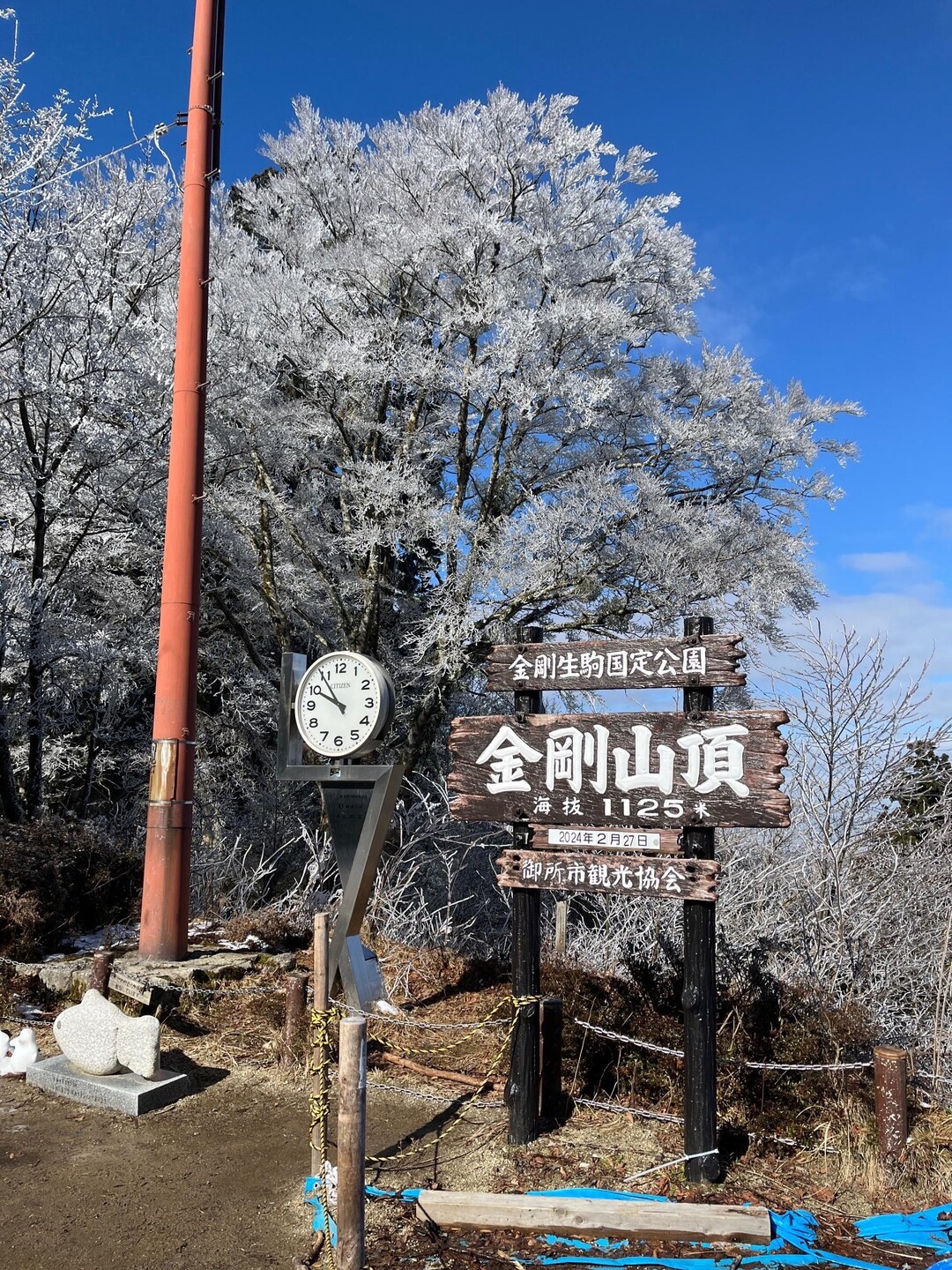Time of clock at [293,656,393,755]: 9:54
